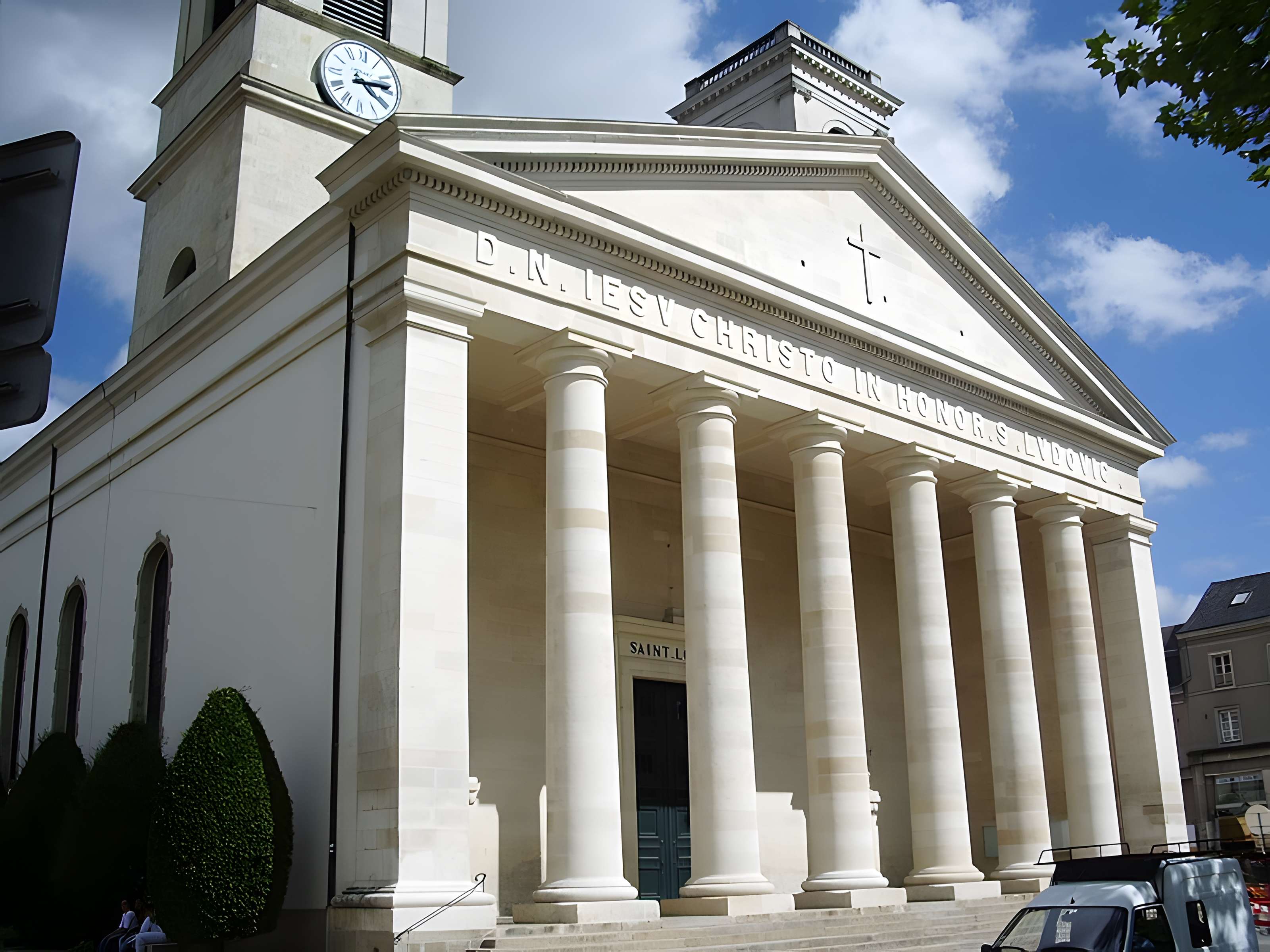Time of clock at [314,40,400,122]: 4:13
